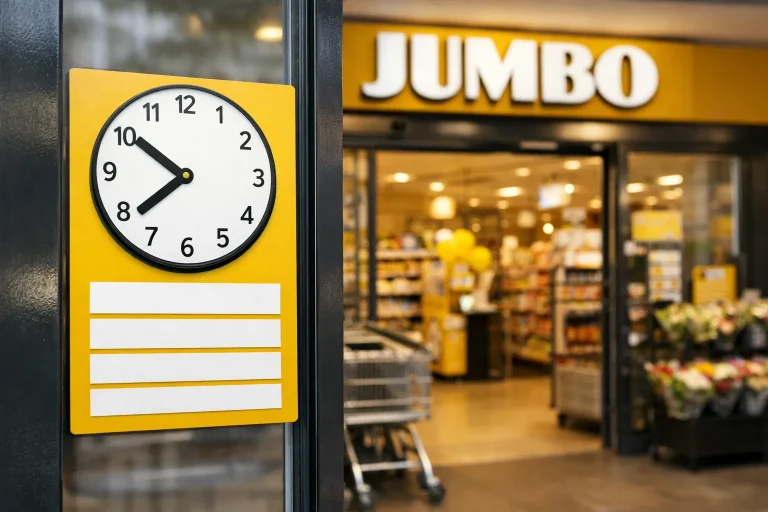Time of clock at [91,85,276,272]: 7:50
